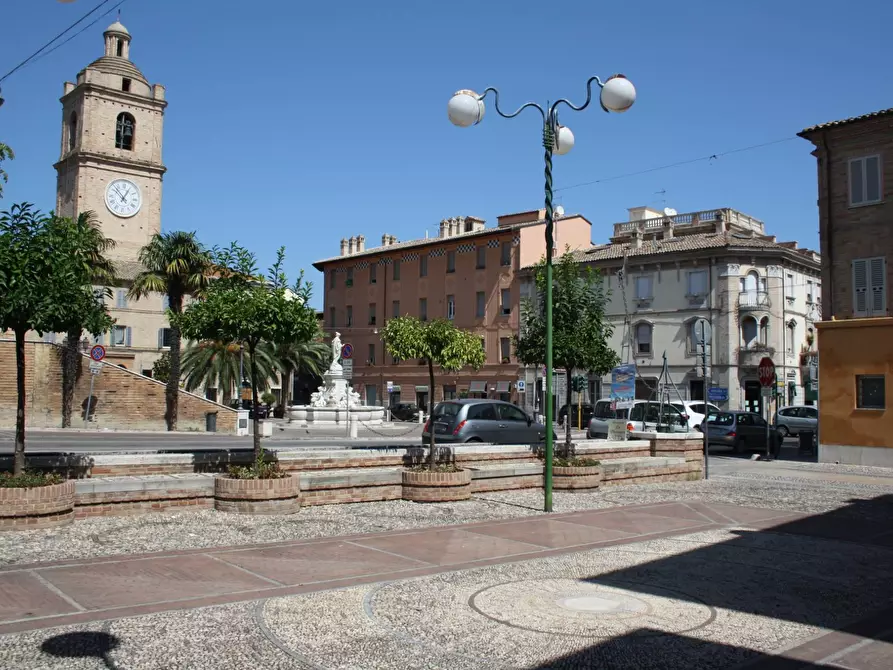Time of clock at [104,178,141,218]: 12:52
